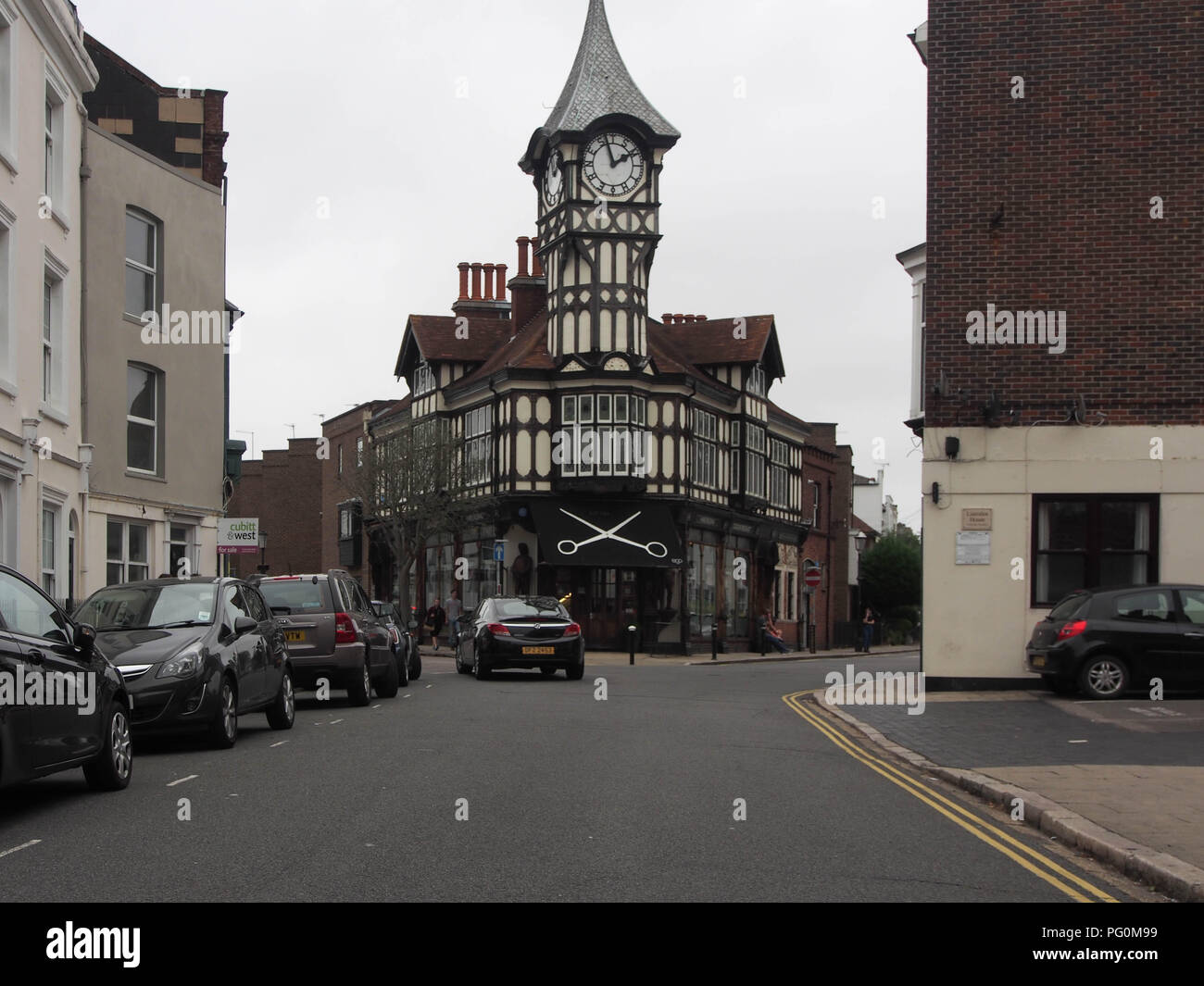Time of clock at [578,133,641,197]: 1:57
